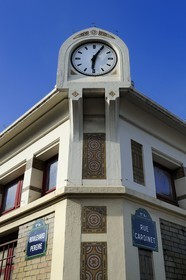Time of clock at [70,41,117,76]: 6:04
